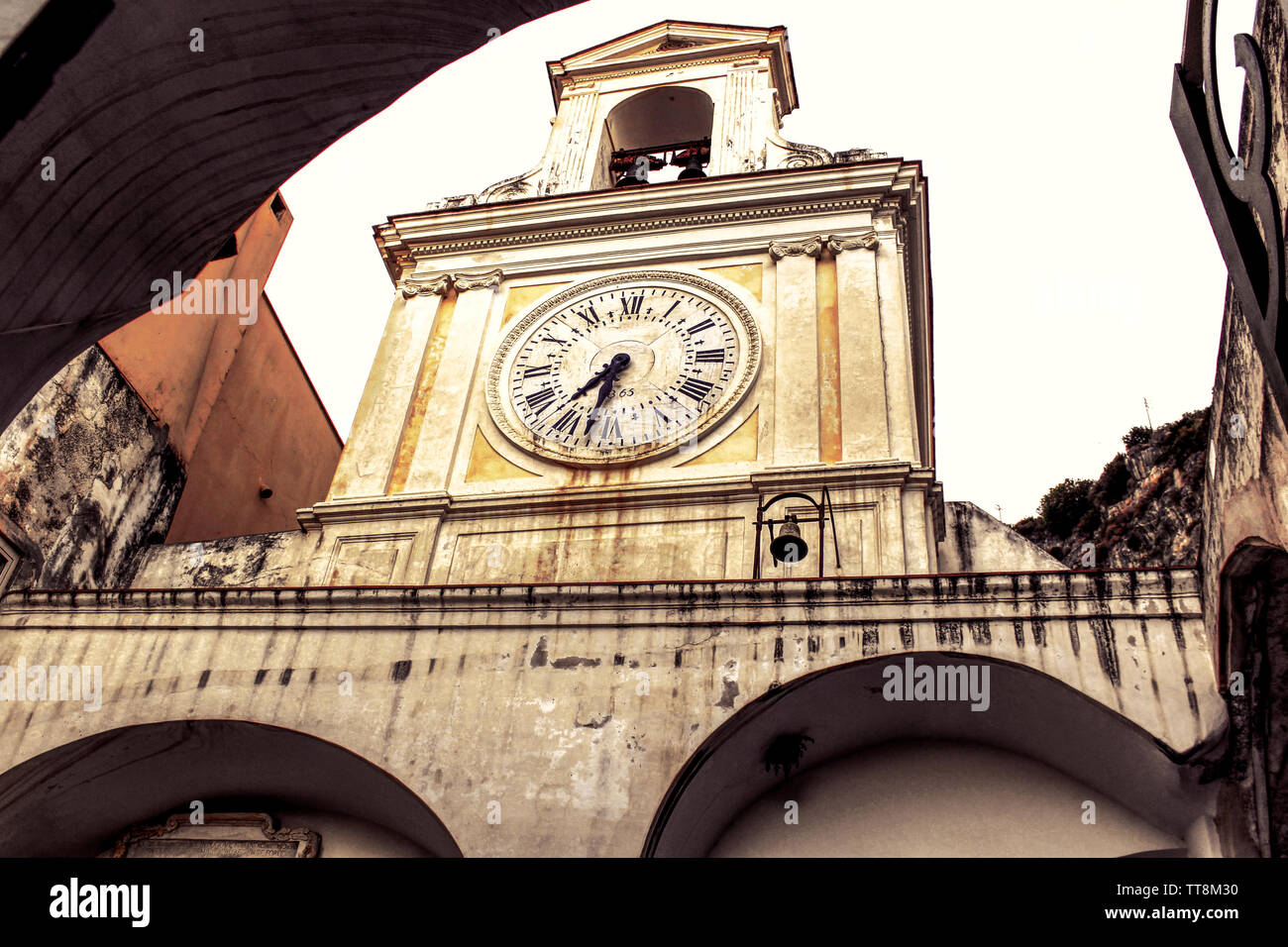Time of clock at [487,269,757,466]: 7:32
